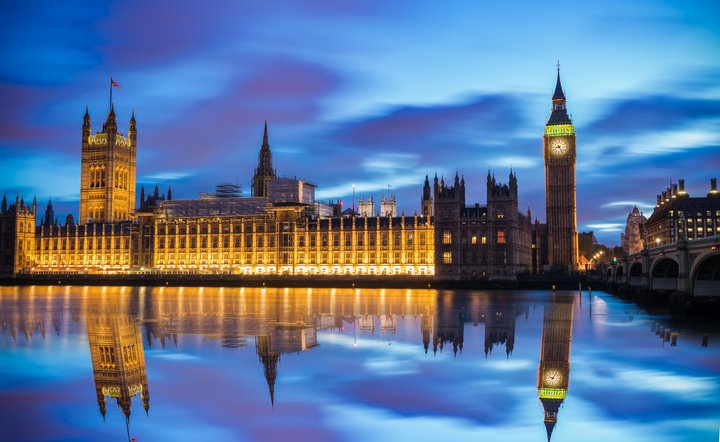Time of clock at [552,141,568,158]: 8:24
